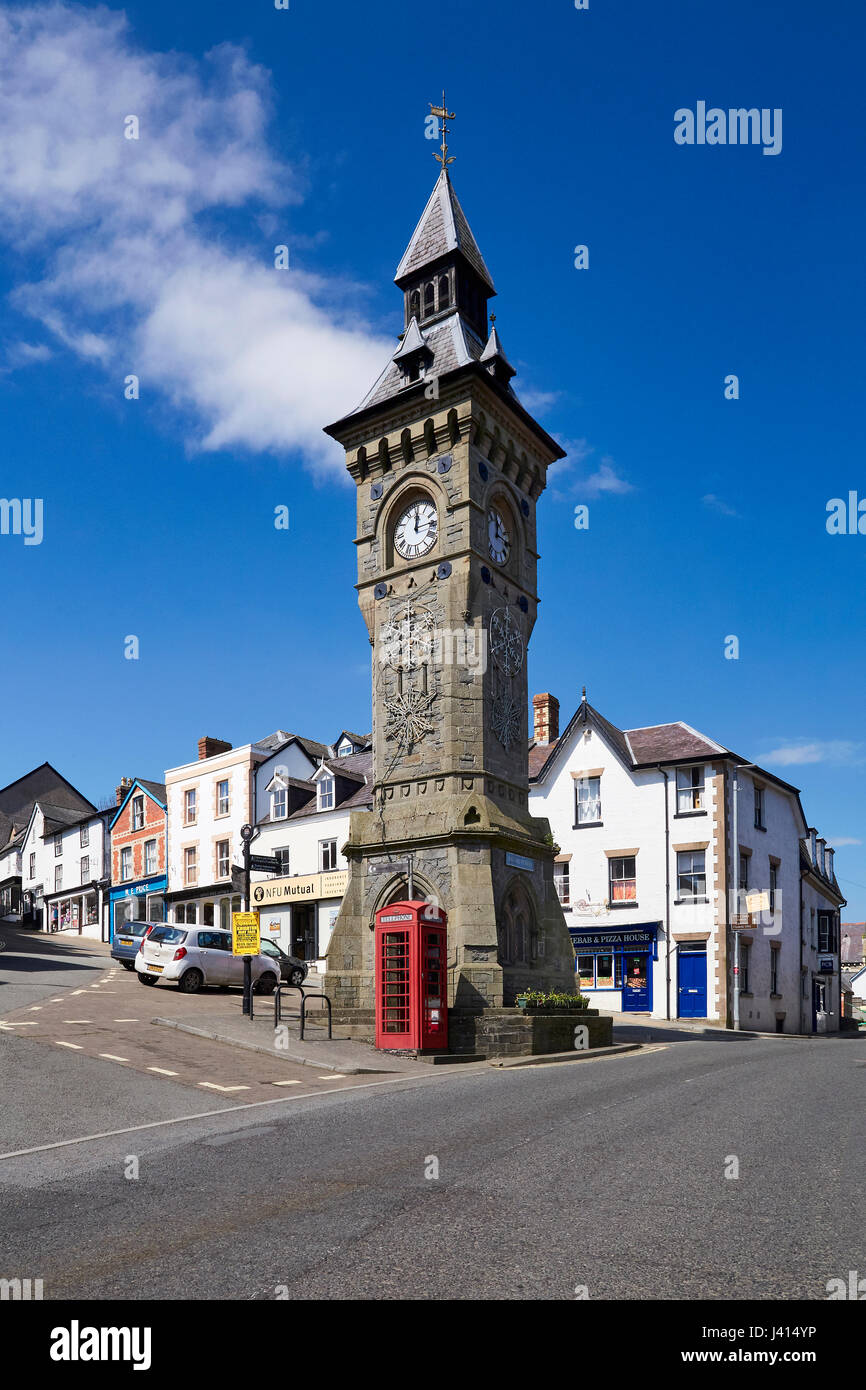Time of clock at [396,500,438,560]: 12:13
